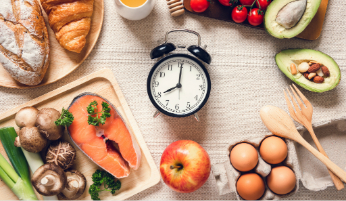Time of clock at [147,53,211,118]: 8:00
